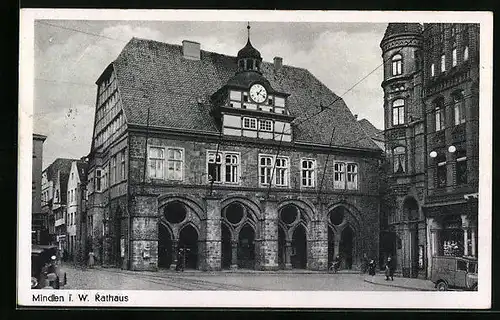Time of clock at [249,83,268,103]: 1:18
